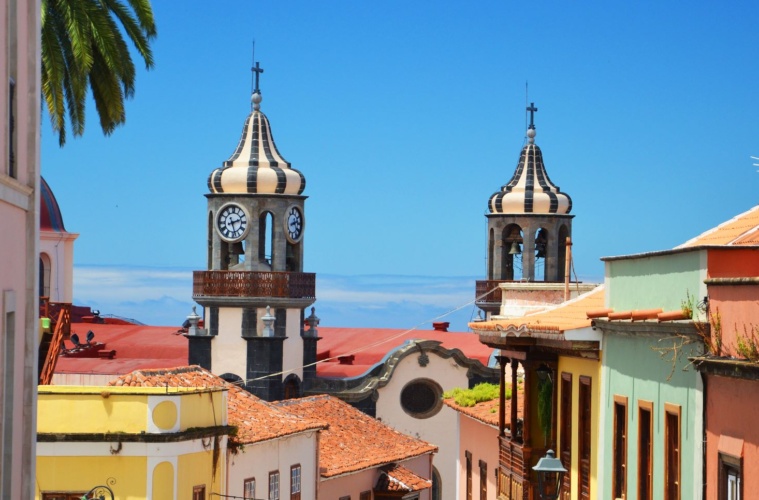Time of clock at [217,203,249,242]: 2:27
